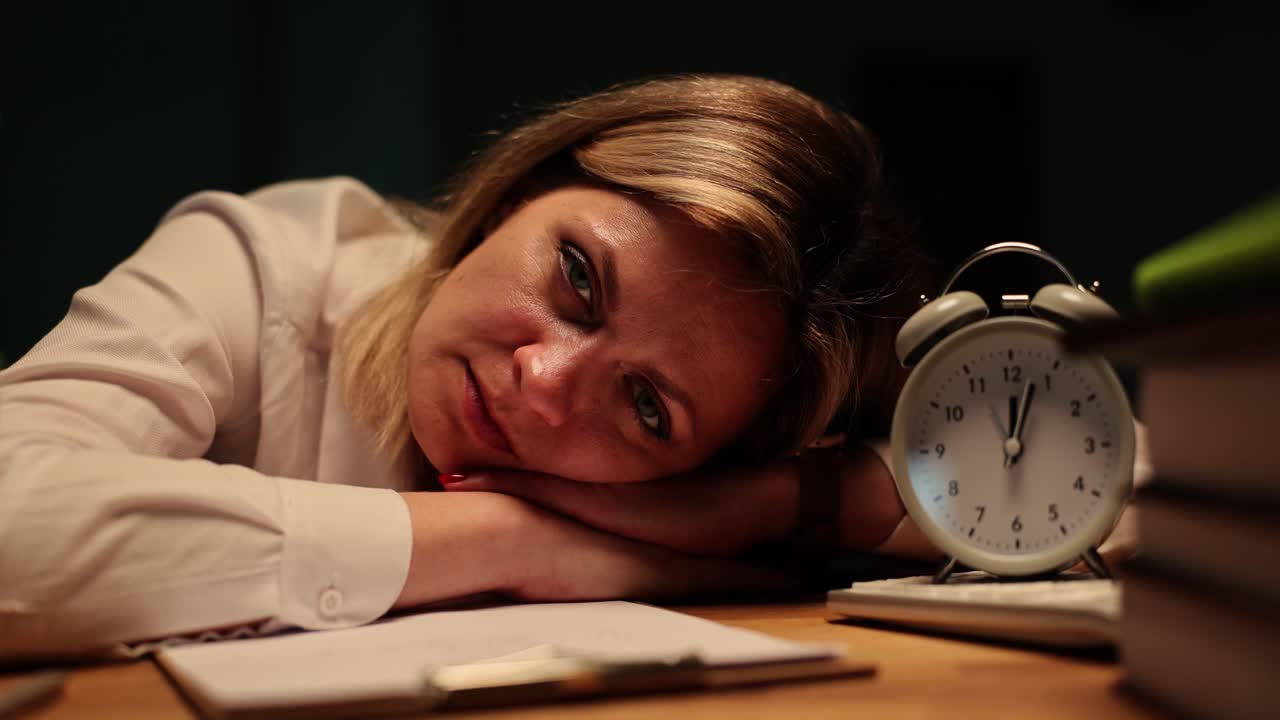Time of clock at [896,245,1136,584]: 12:03
